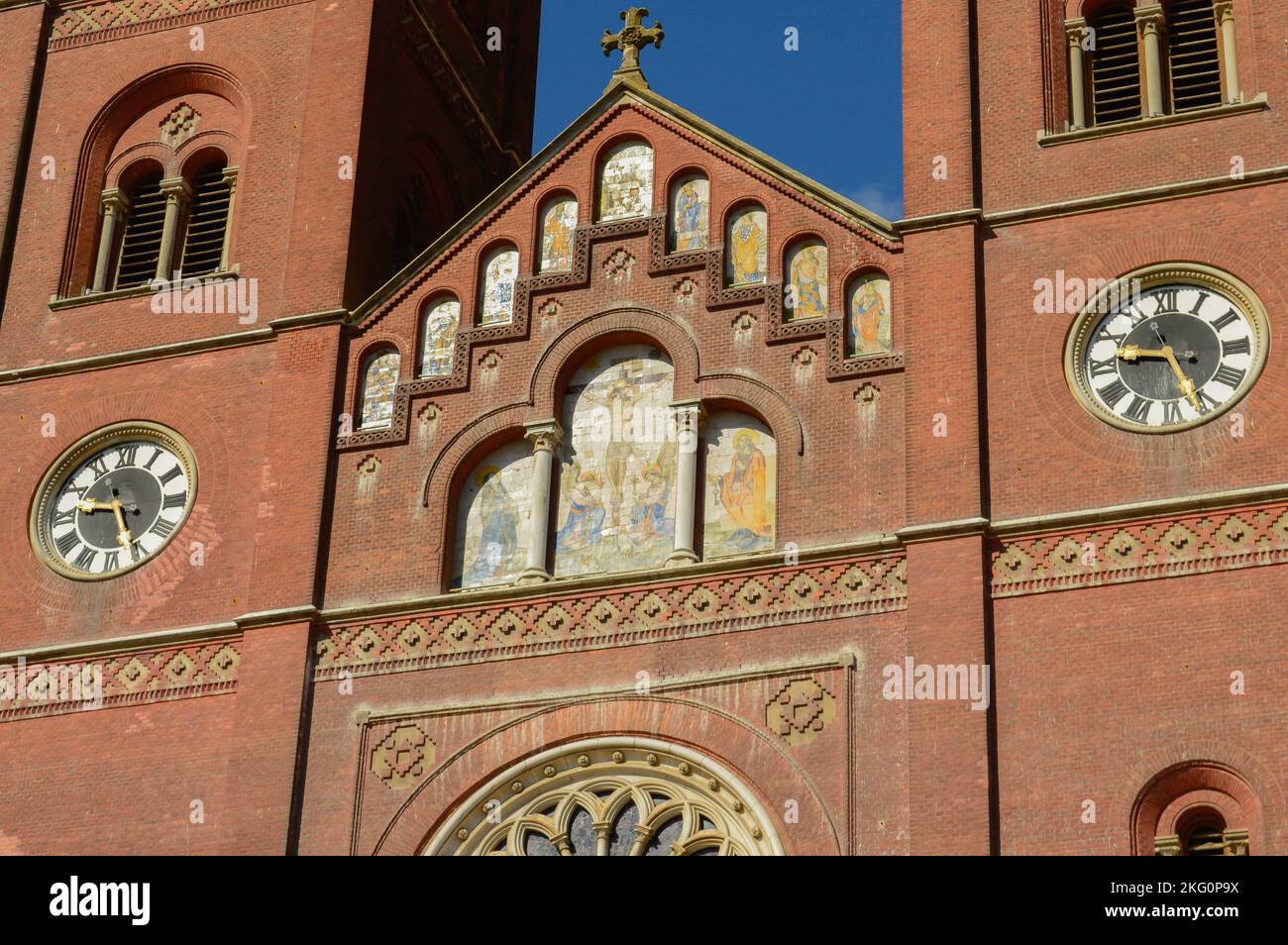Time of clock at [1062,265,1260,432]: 9:26
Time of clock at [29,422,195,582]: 9:26
